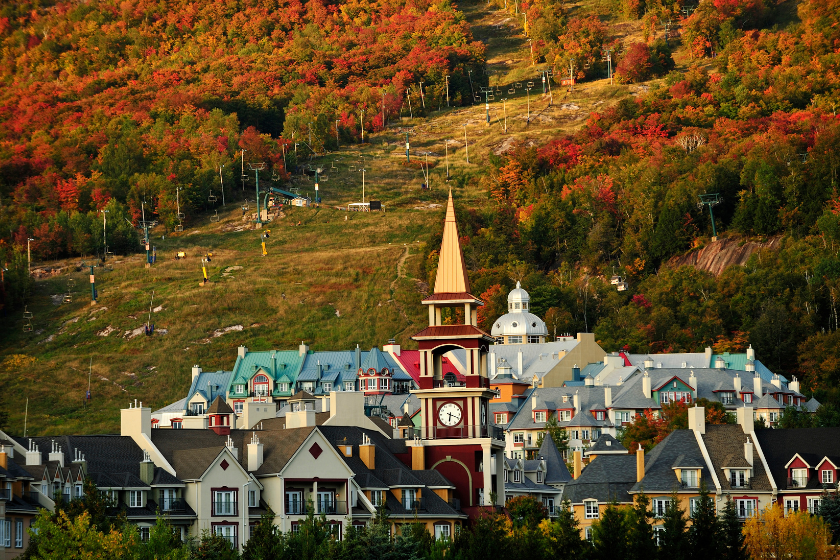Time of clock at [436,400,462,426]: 6:18
